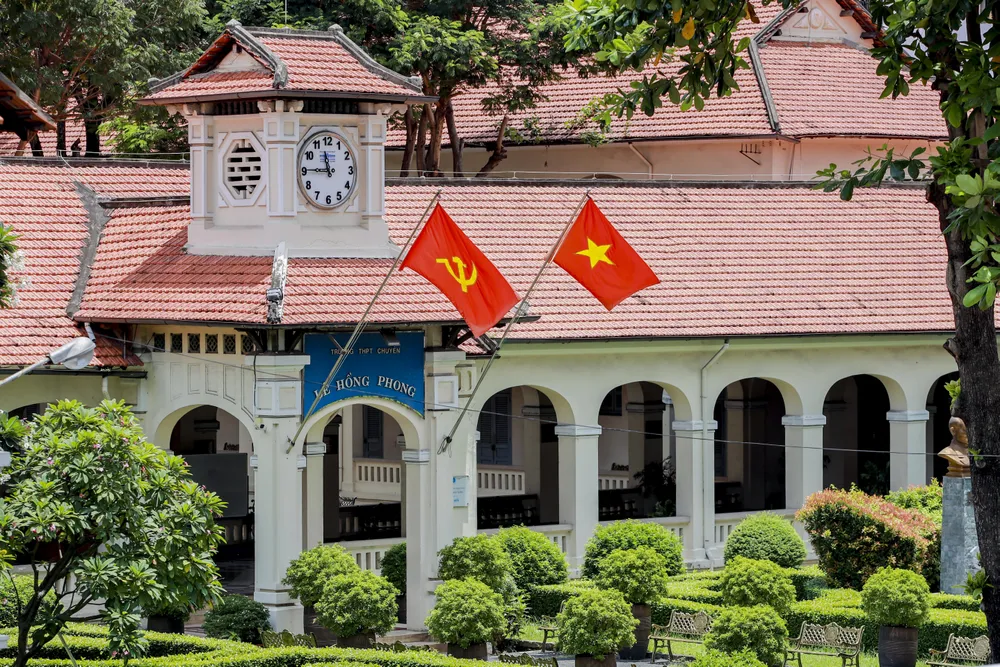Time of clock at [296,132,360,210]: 11:45
